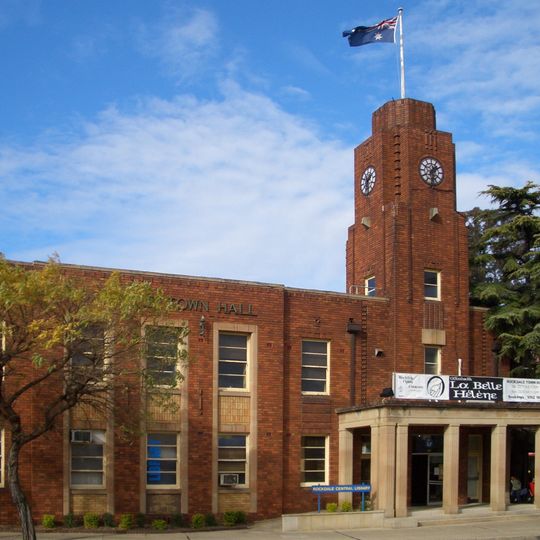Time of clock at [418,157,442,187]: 1:28
